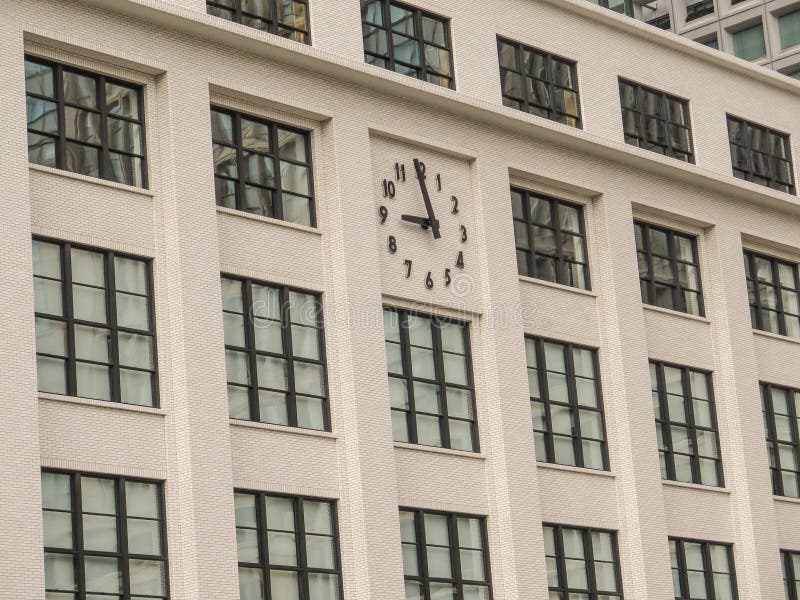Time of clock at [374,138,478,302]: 8:58
